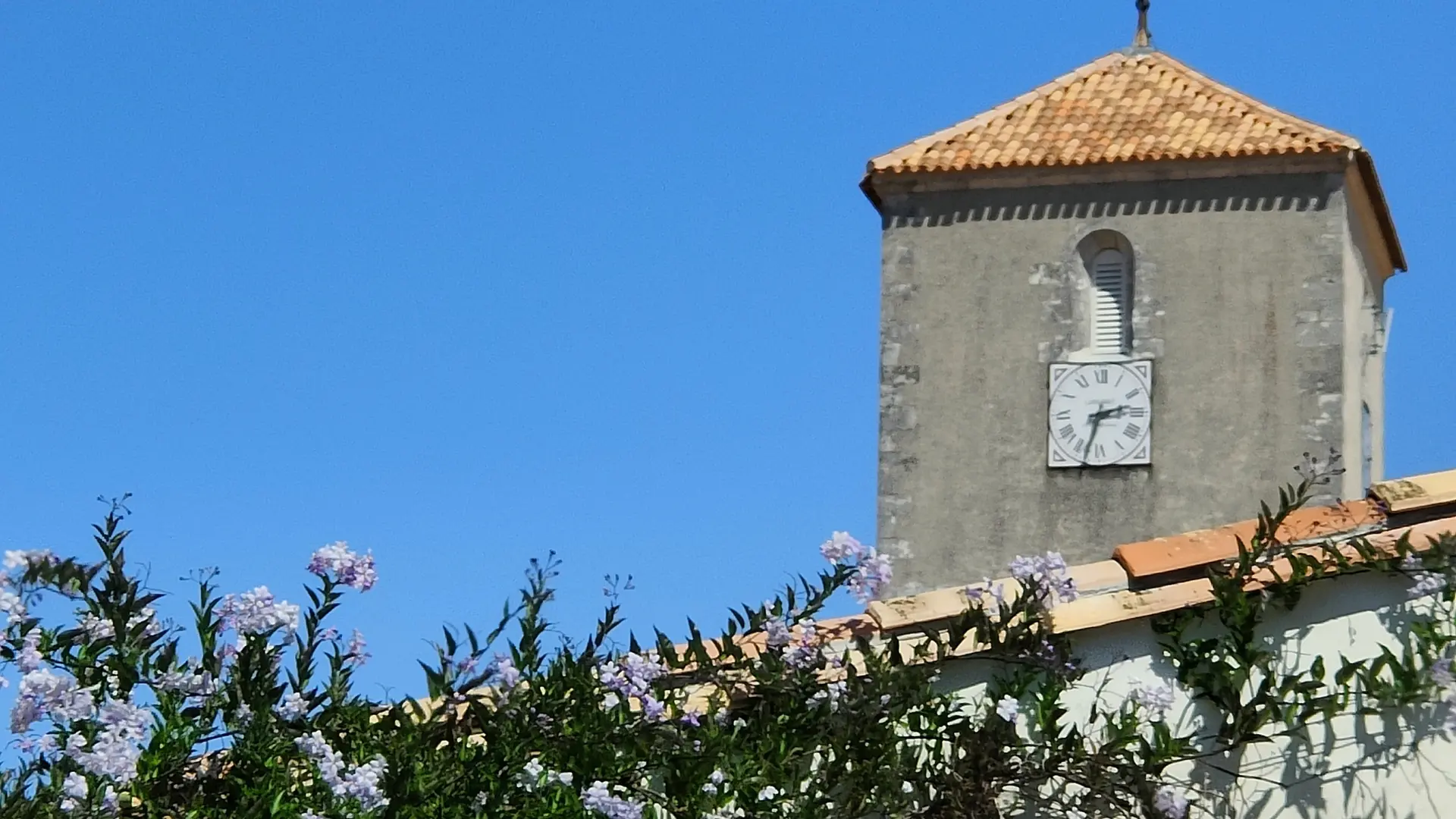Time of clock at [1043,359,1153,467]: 2:33
